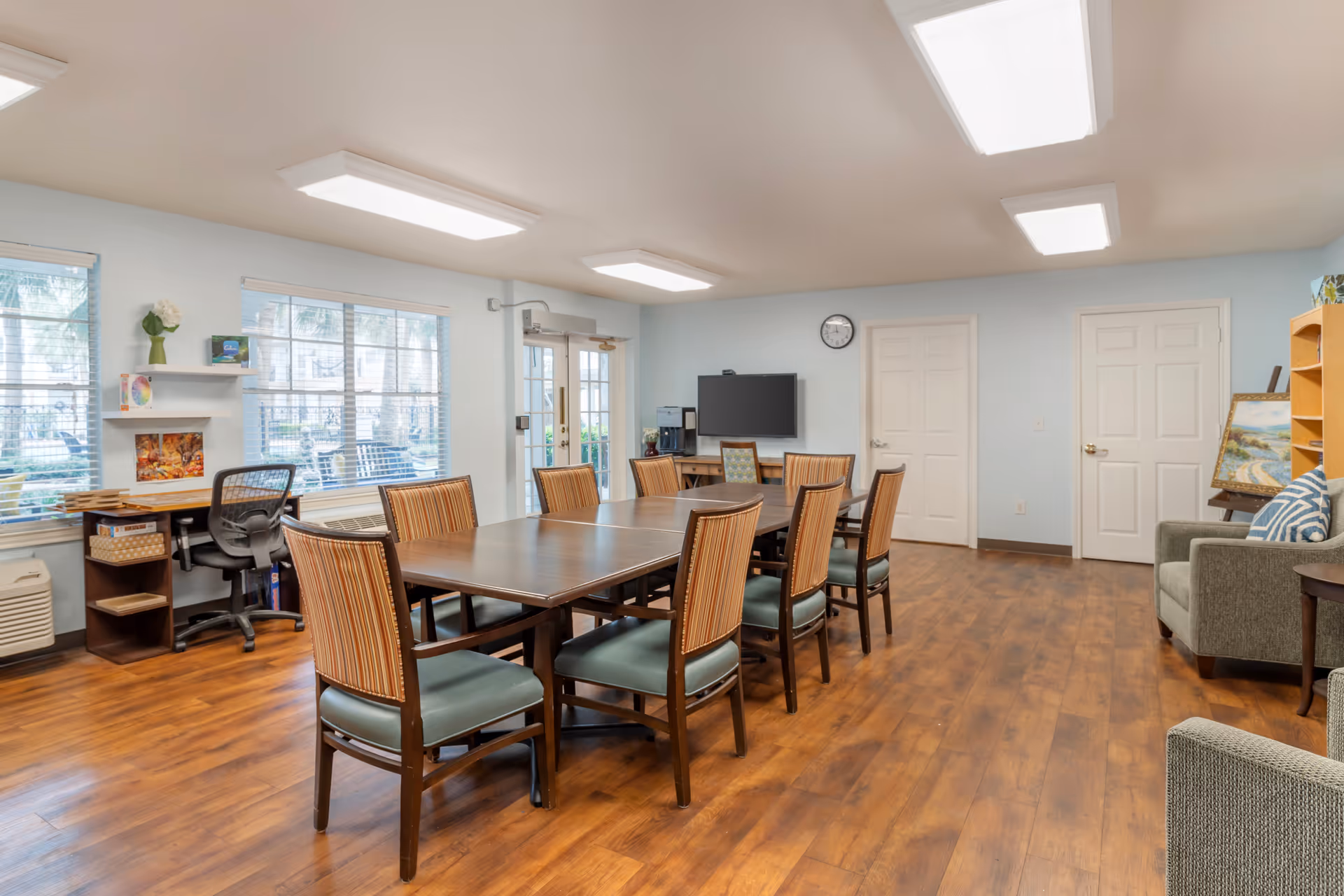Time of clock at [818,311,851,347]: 11:43
